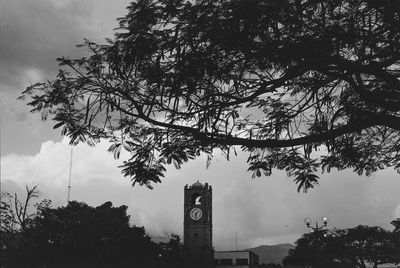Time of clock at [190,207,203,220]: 1:32
